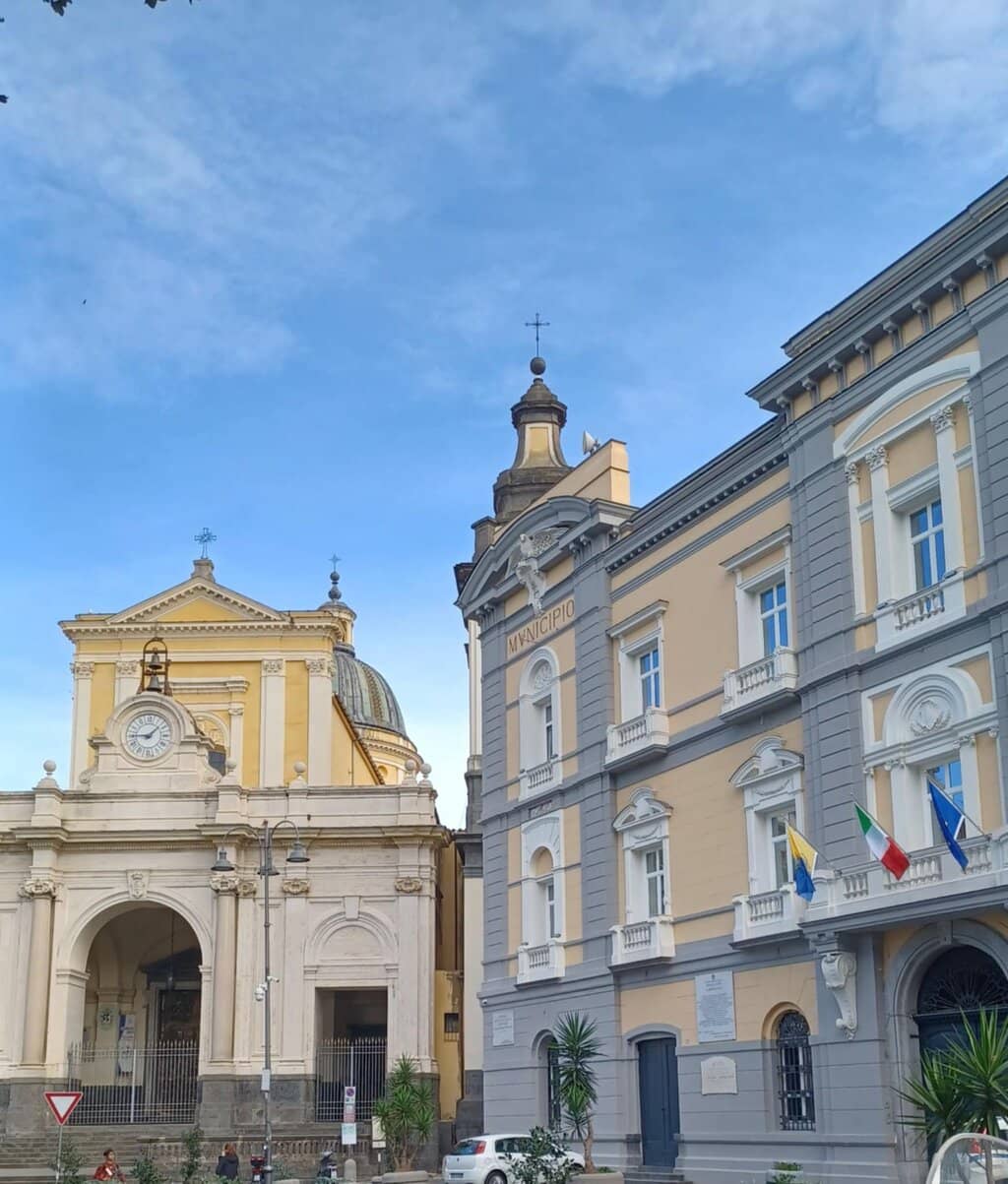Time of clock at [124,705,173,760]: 1:45
